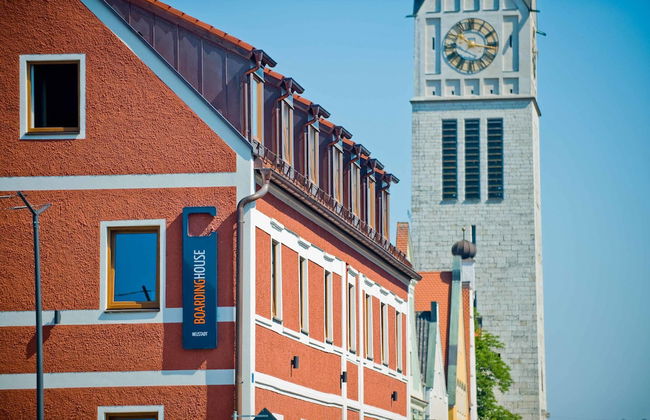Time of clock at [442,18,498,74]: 10:15
